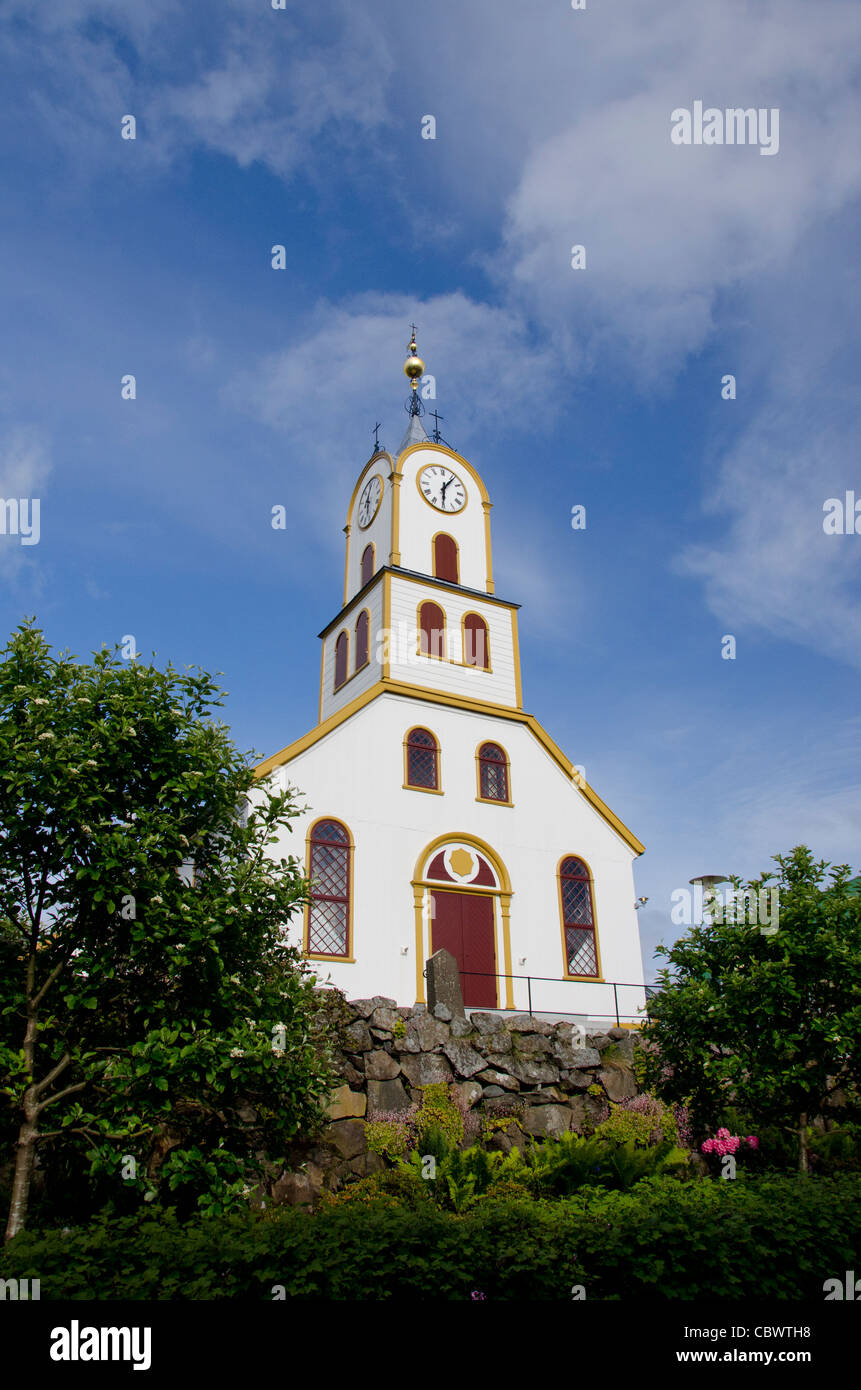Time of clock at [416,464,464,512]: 6:06
